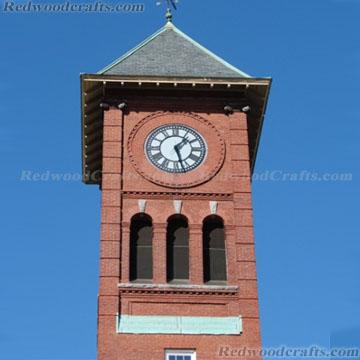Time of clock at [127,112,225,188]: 1:27
